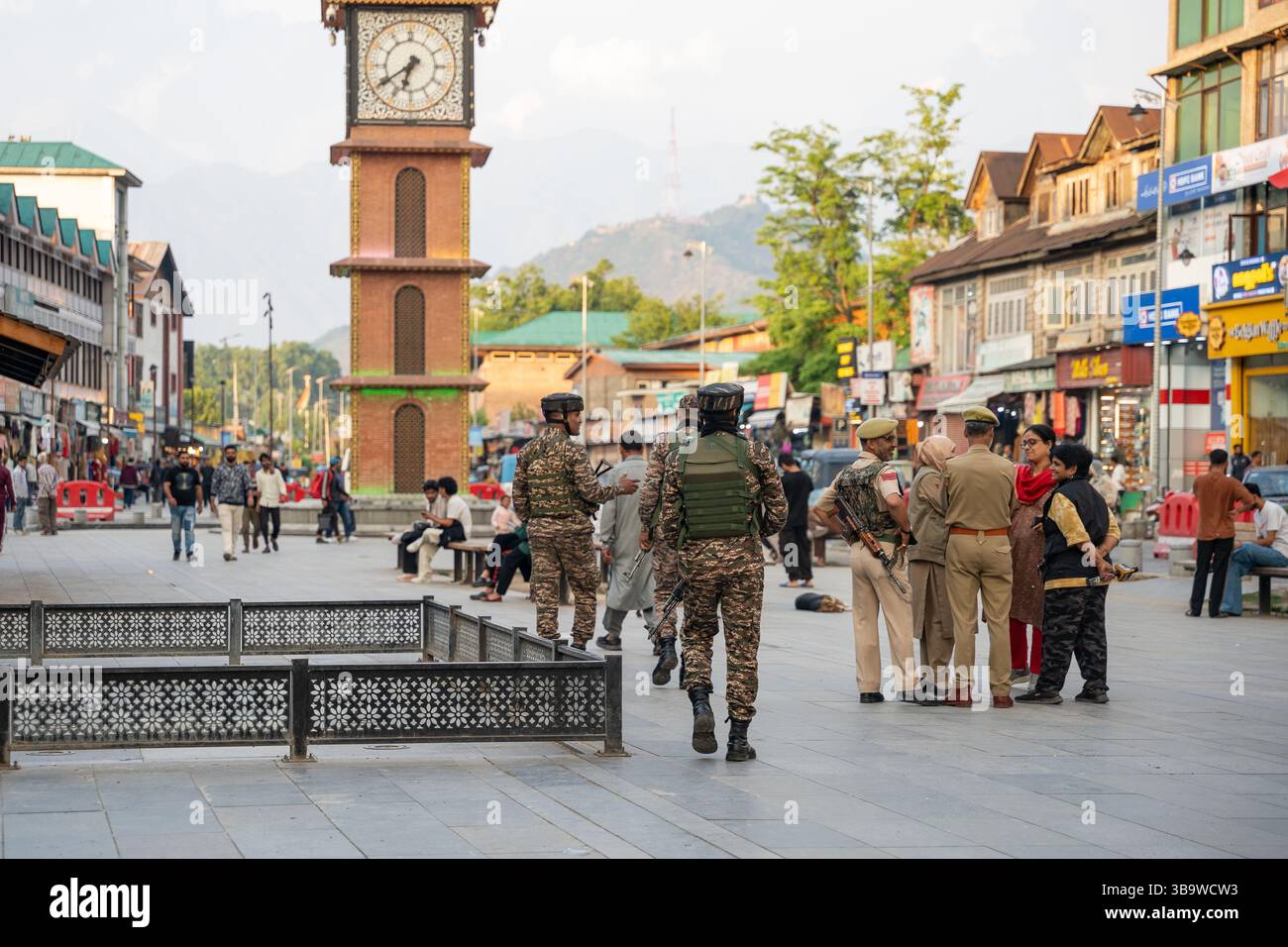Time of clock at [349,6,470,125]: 6:39
